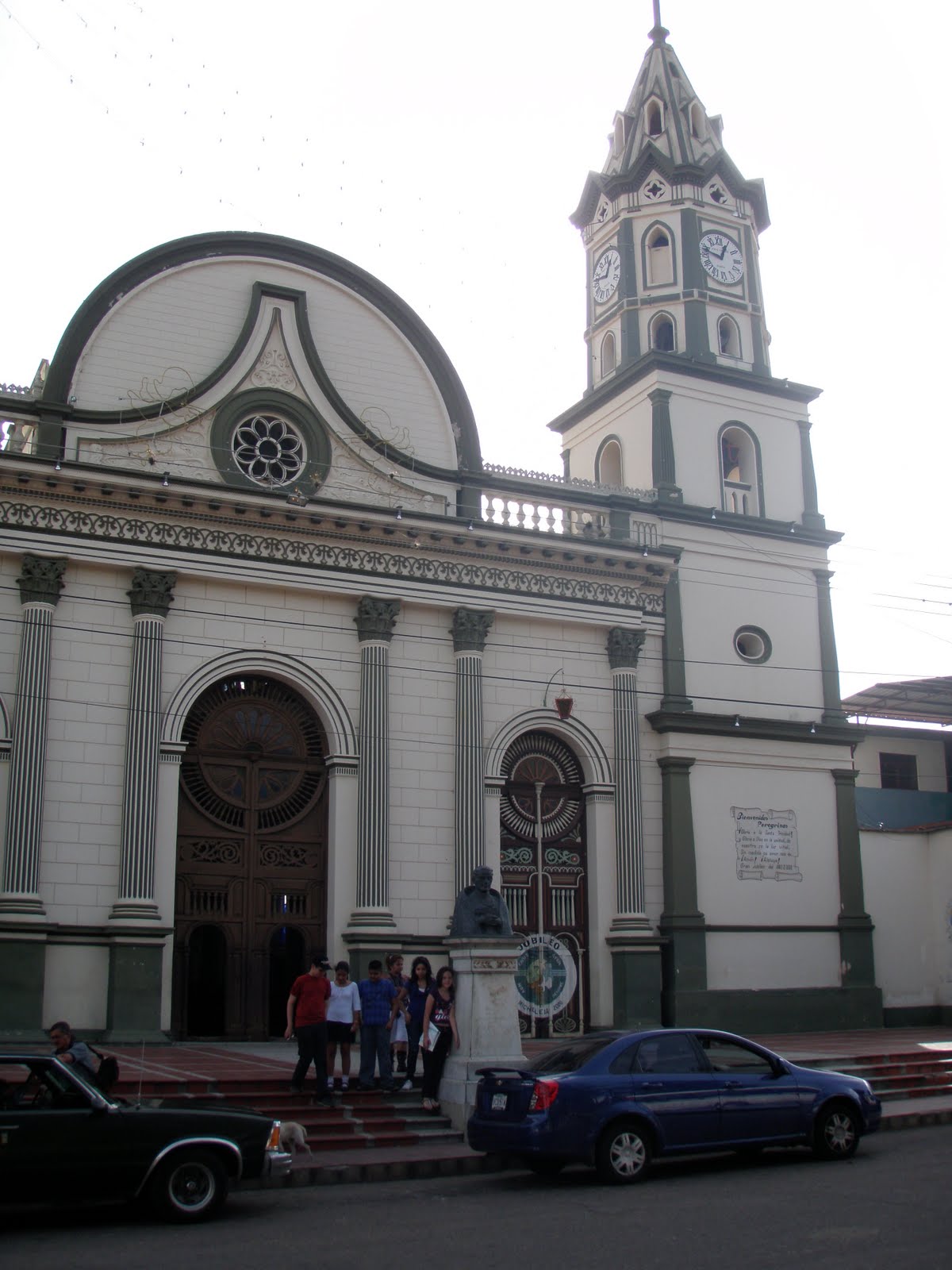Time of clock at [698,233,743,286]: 12:47
